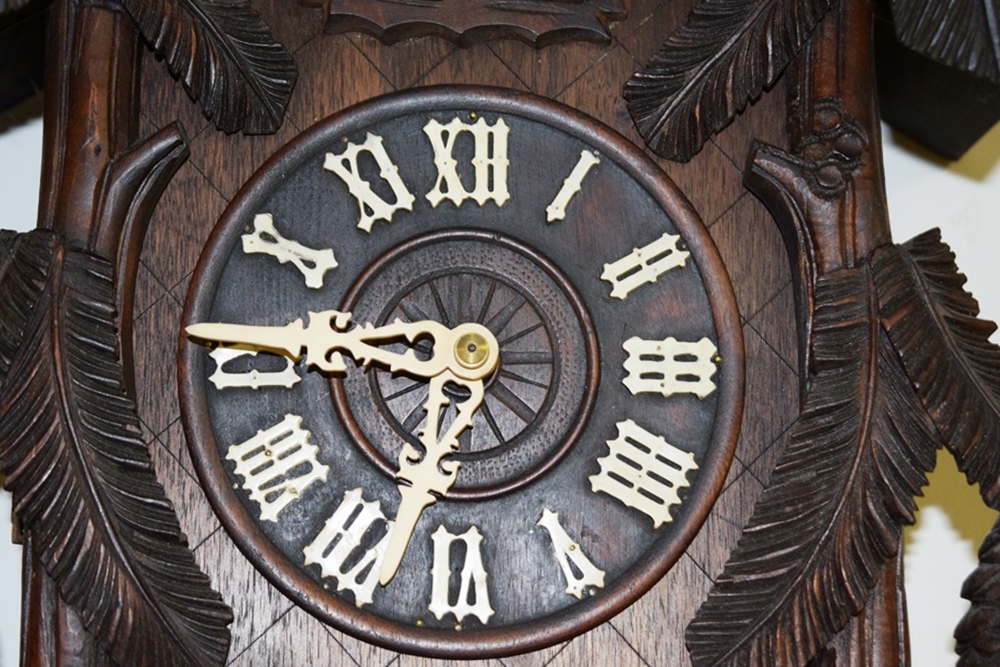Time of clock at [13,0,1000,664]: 6:46
